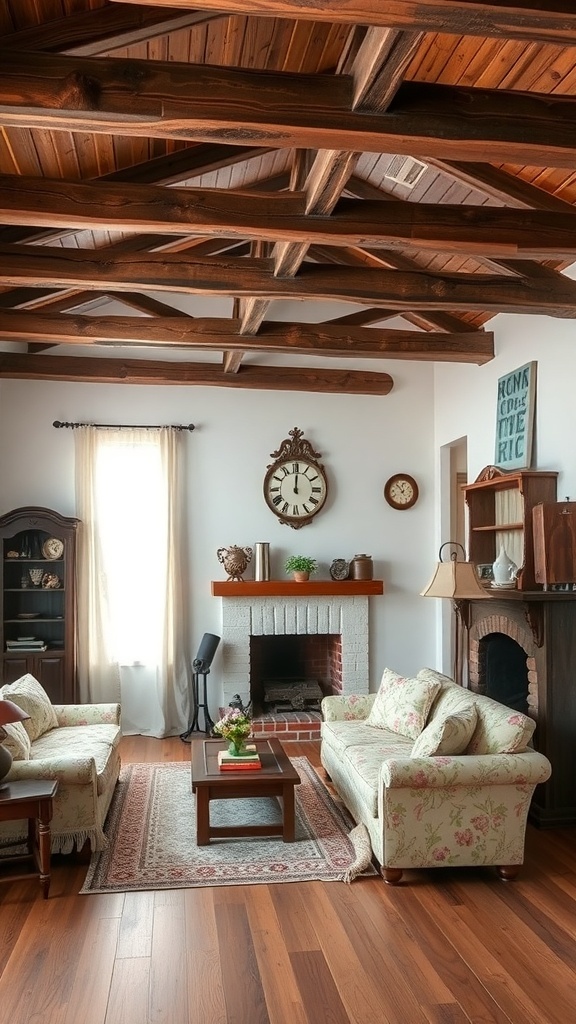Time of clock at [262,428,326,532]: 12:00
